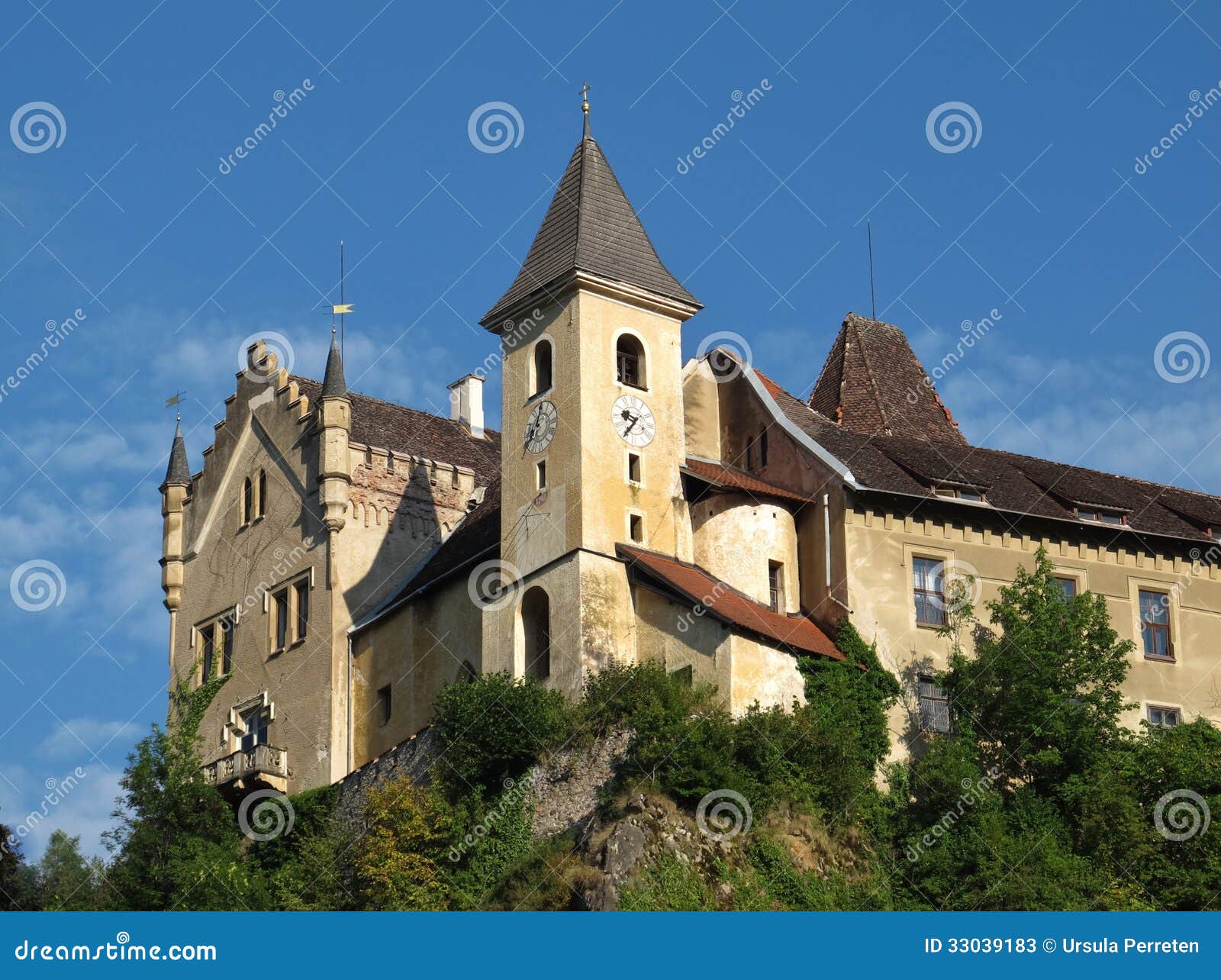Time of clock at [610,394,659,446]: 9:36
